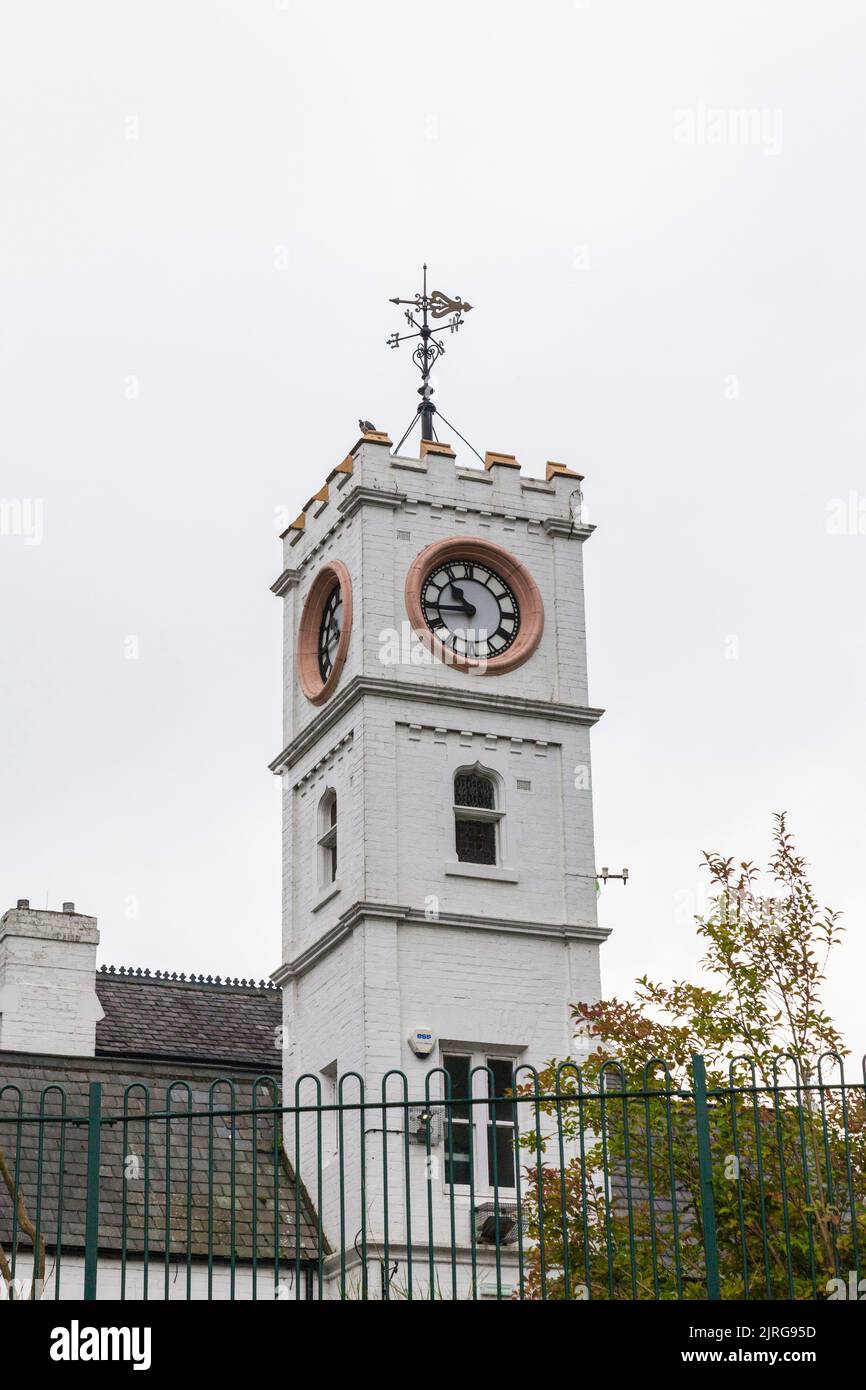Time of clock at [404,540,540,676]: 10:43
